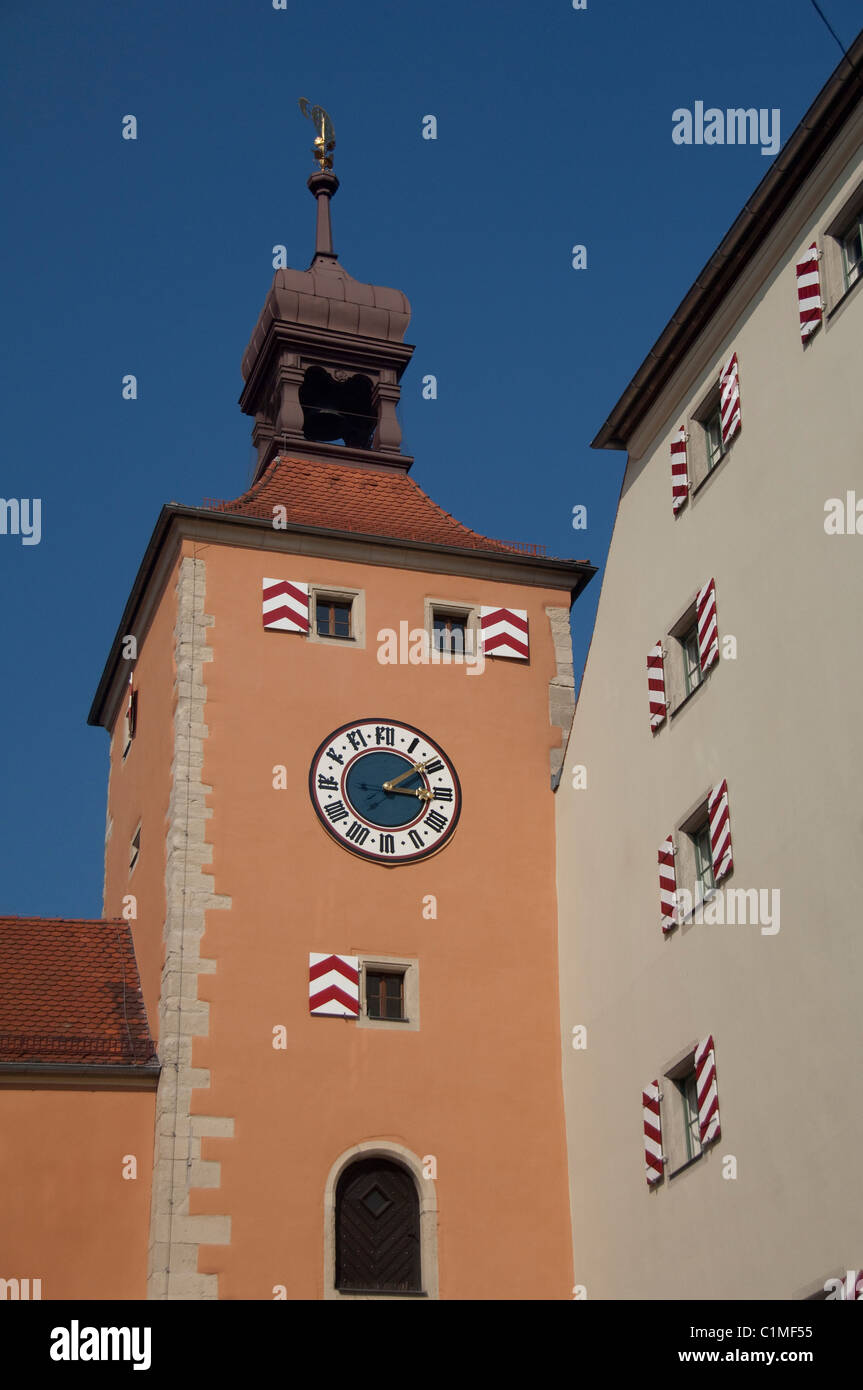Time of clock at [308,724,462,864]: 3:09
